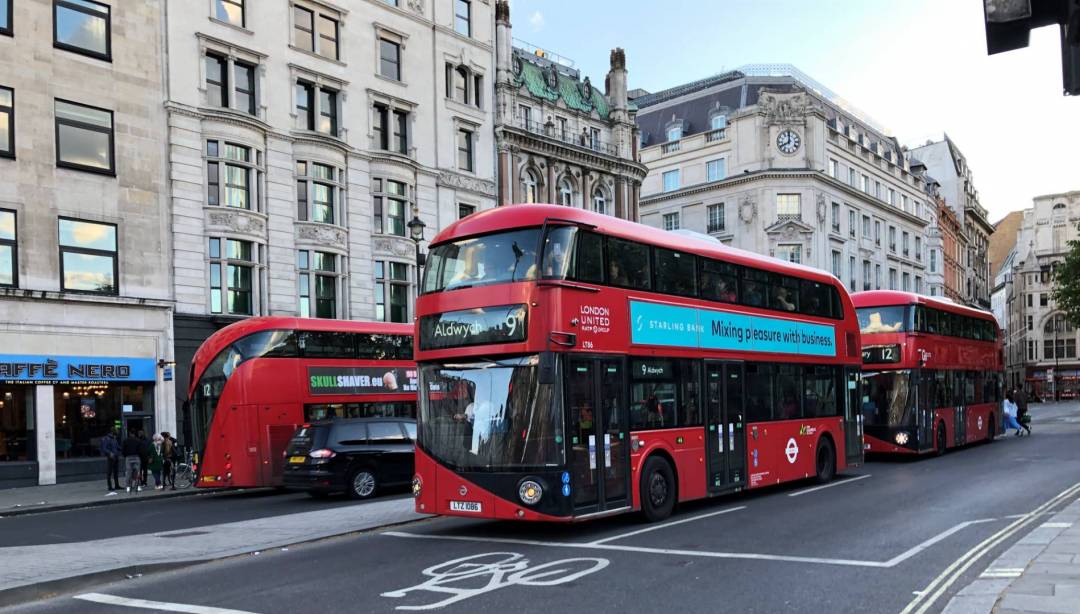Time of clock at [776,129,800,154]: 7:59
